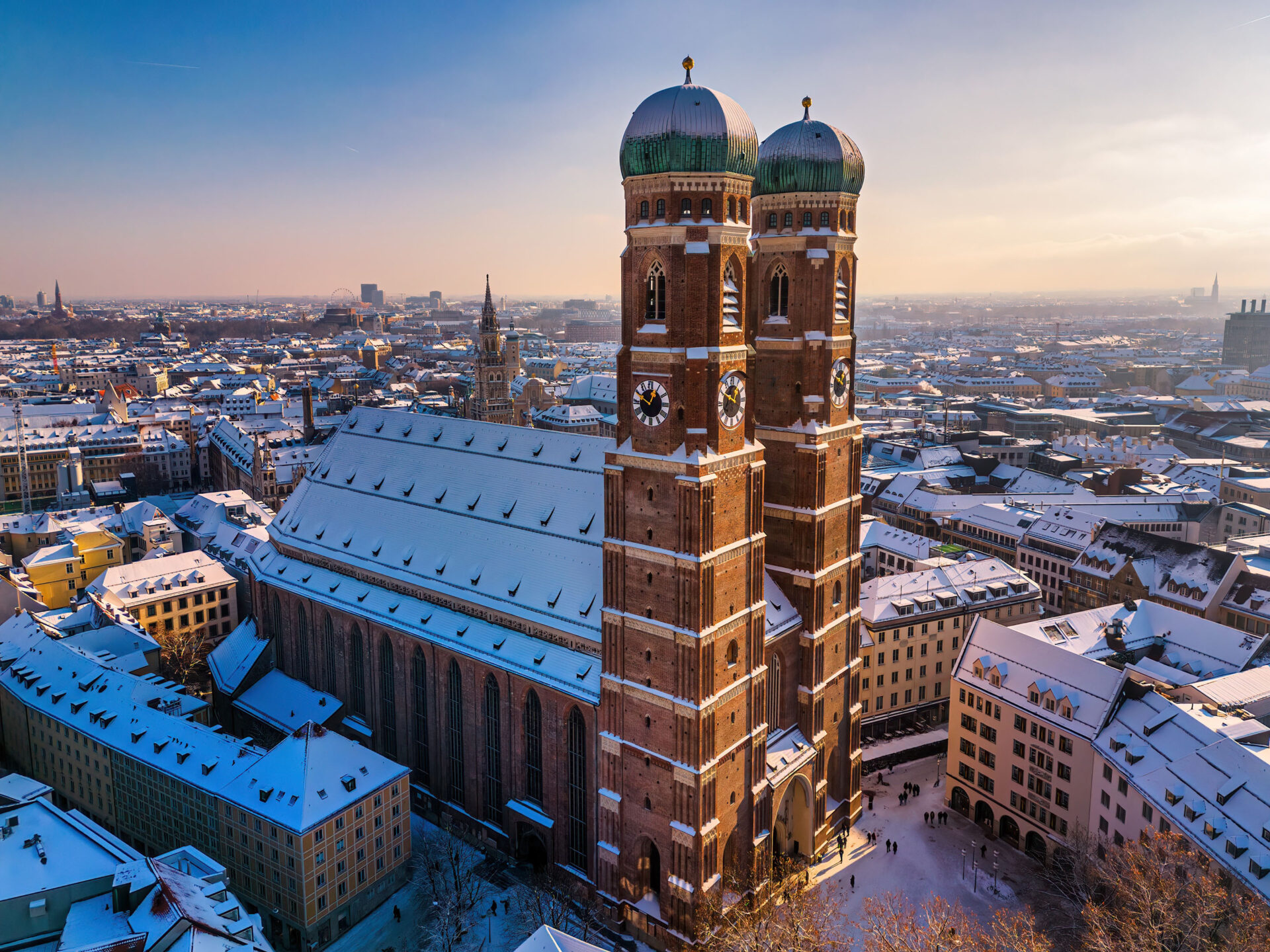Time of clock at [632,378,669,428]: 12:49
